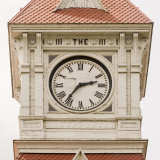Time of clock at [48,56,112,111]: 2:36
